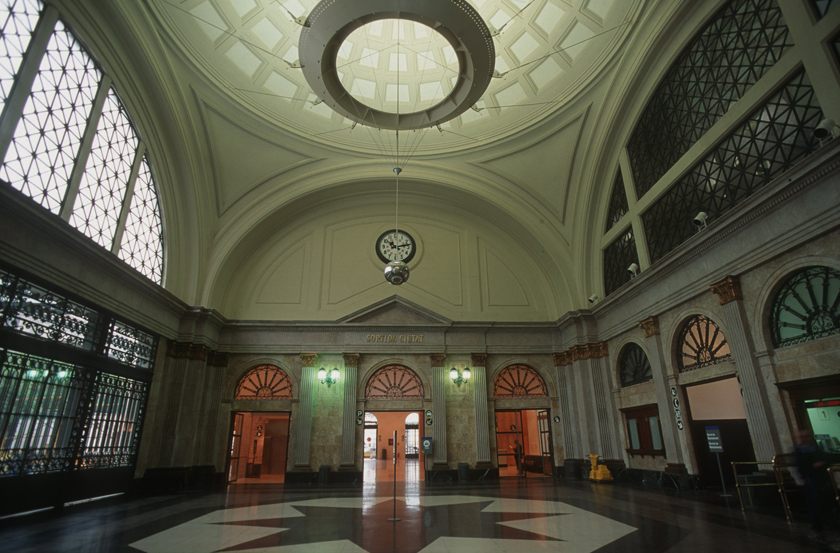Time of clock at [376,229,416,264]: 10:12
